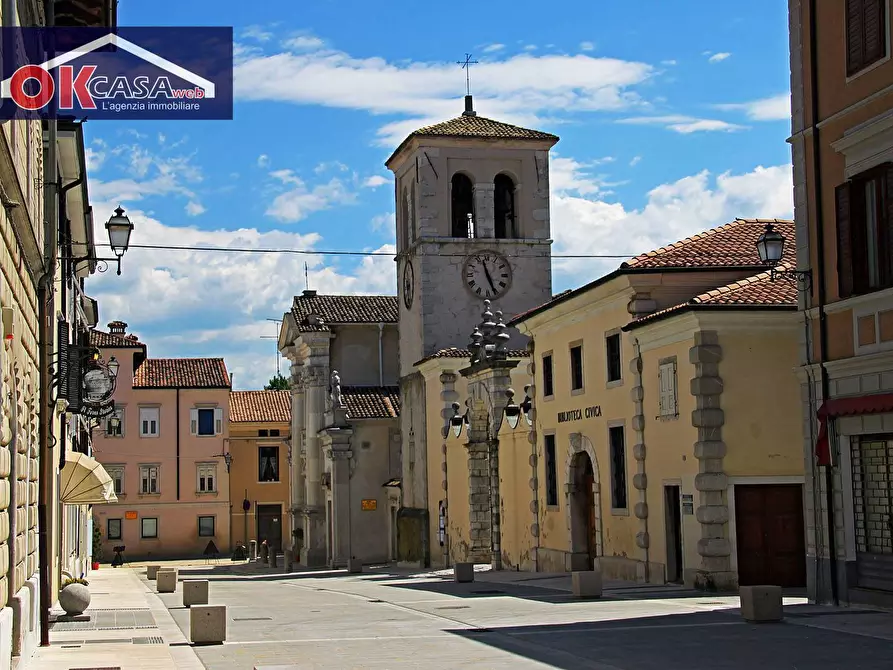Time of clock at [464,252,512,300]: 11:26
